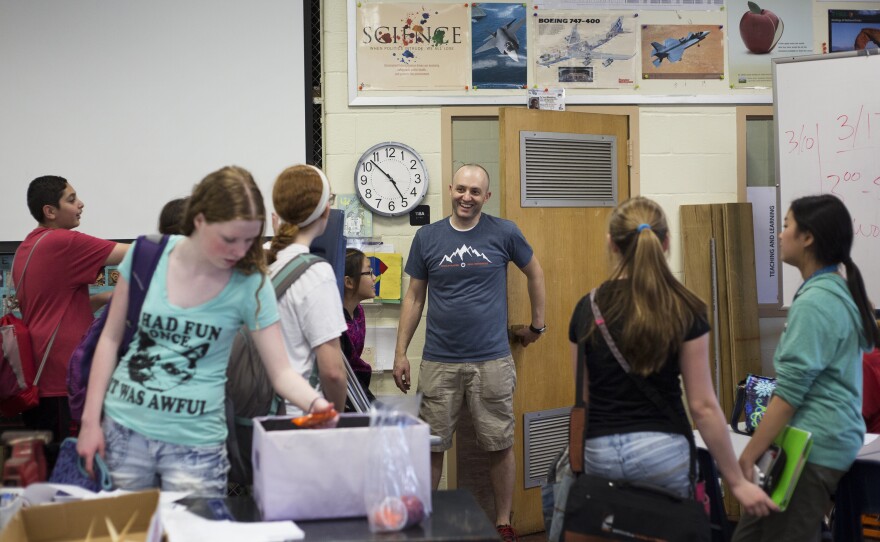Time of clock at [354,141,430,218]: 4:52
